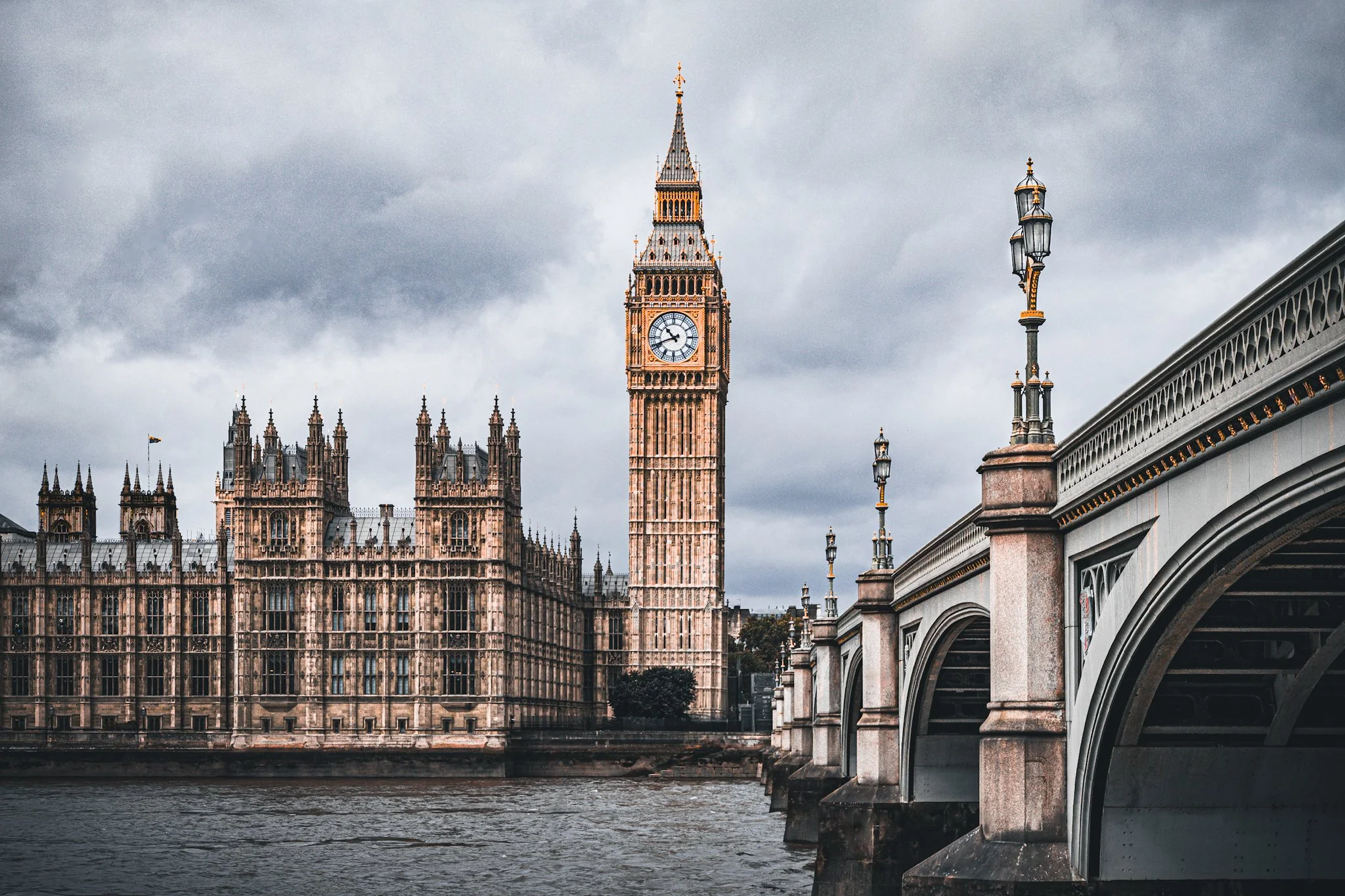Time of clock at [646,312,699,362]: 10:41
